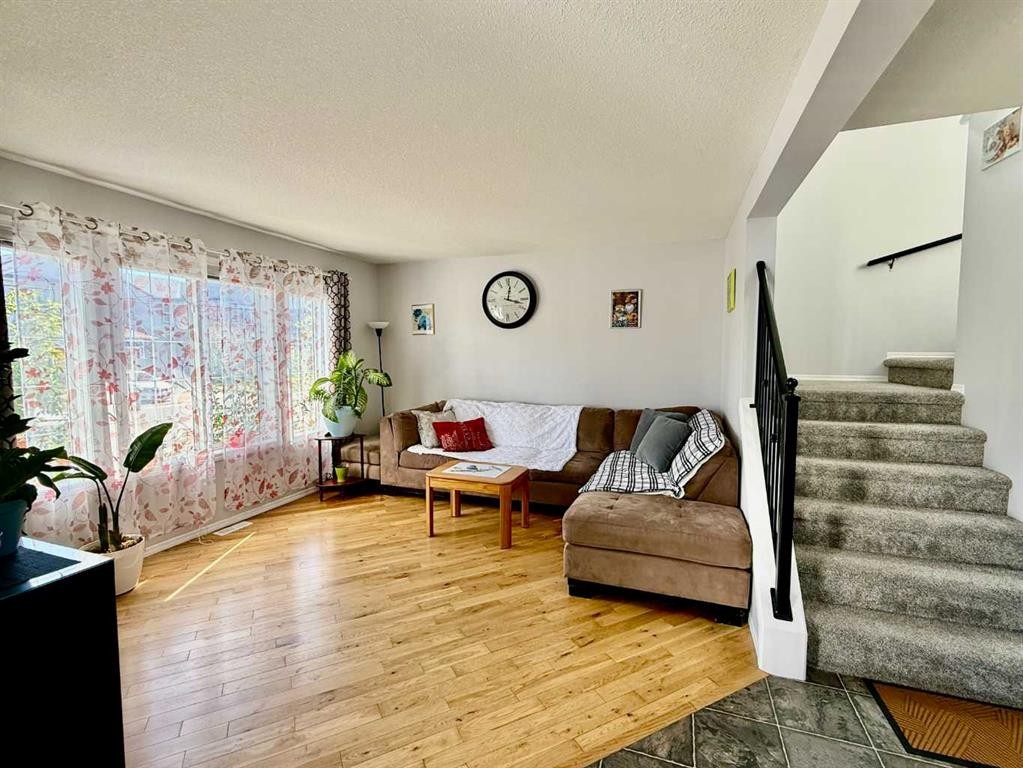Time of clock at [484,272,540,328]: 12:17
